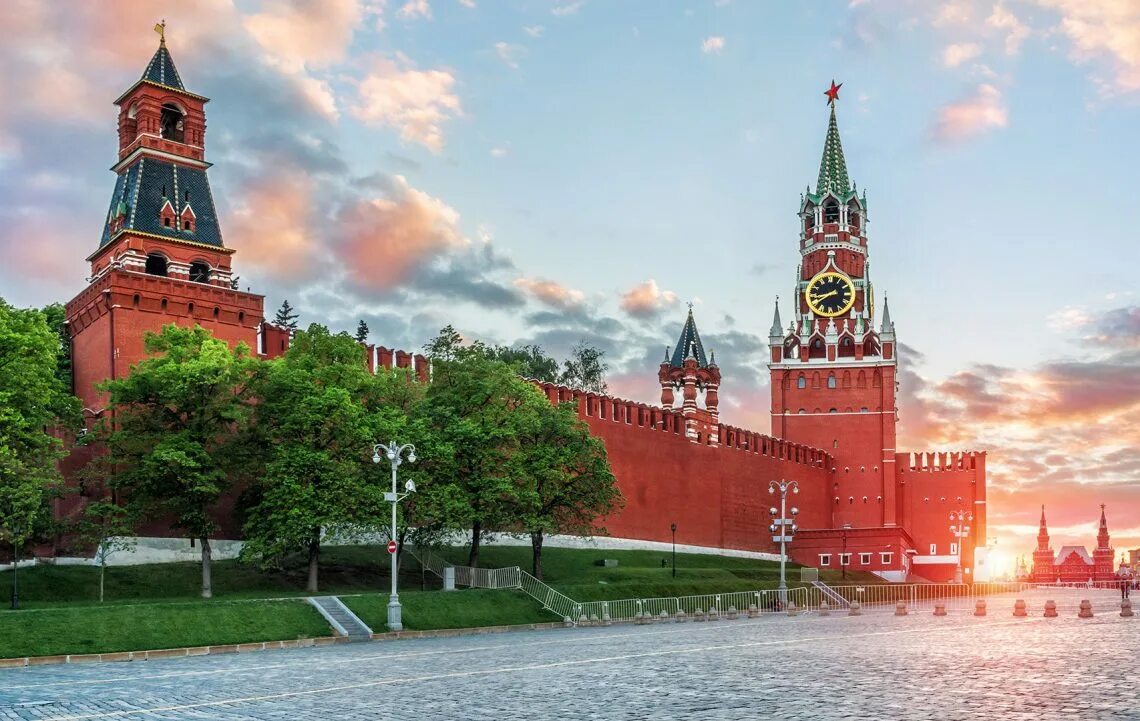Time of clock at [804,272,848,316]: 8:38
